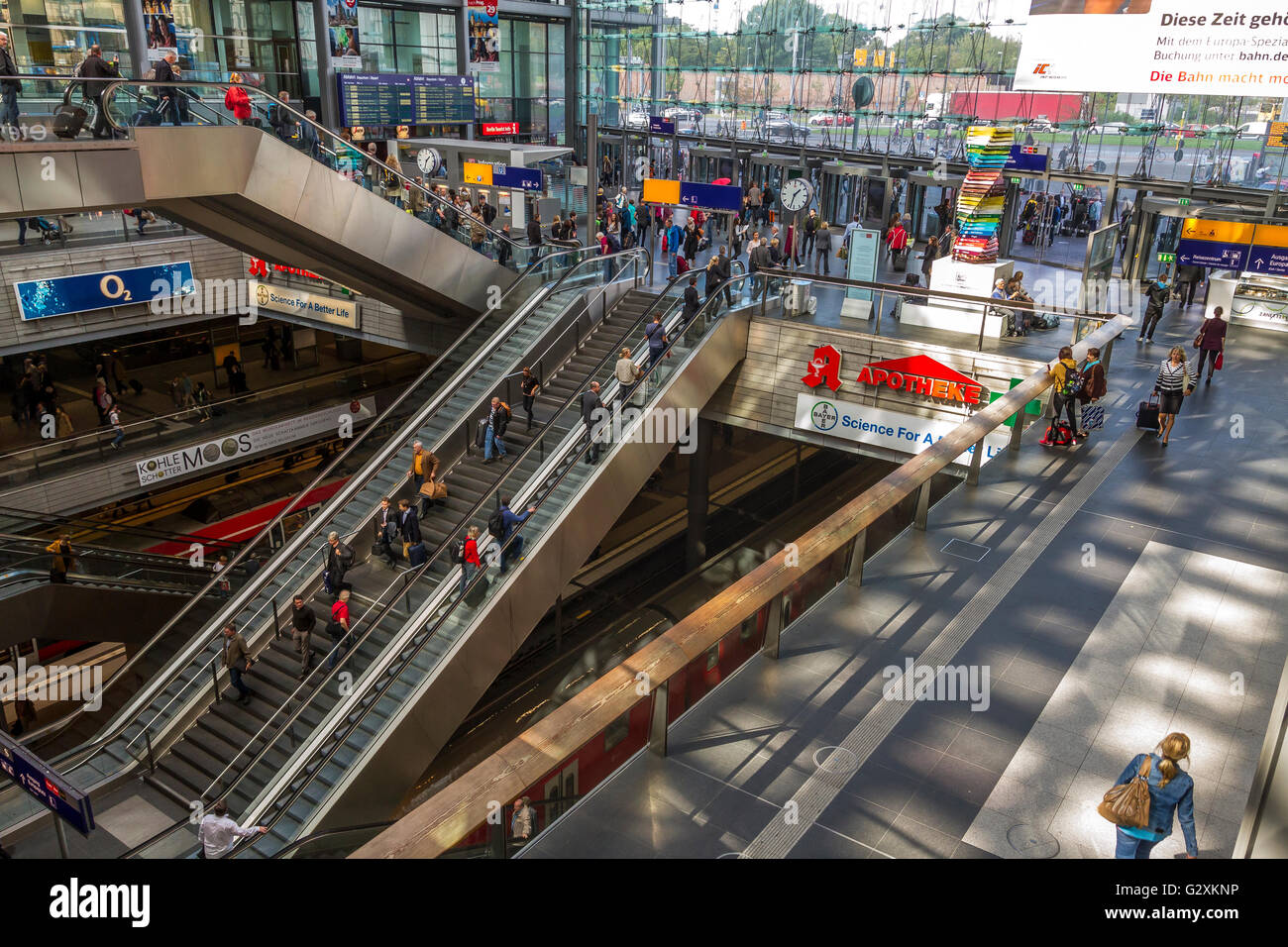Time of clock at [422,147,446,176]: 1:32
